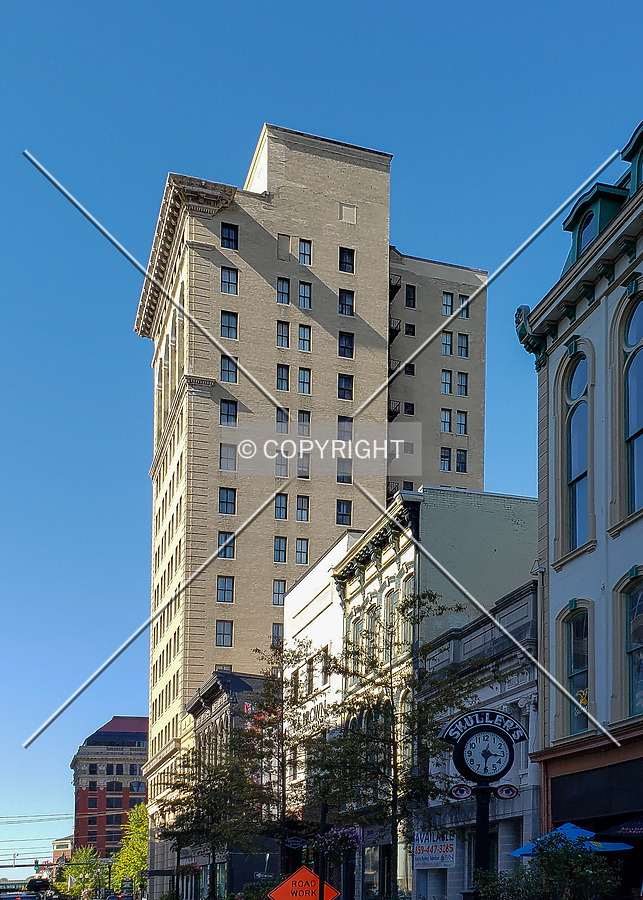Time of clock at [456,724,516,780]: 3:30
